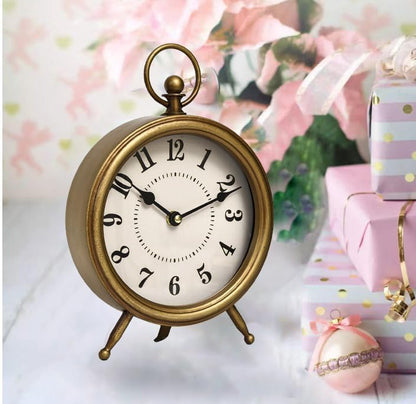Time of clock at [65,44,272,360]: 10:11
